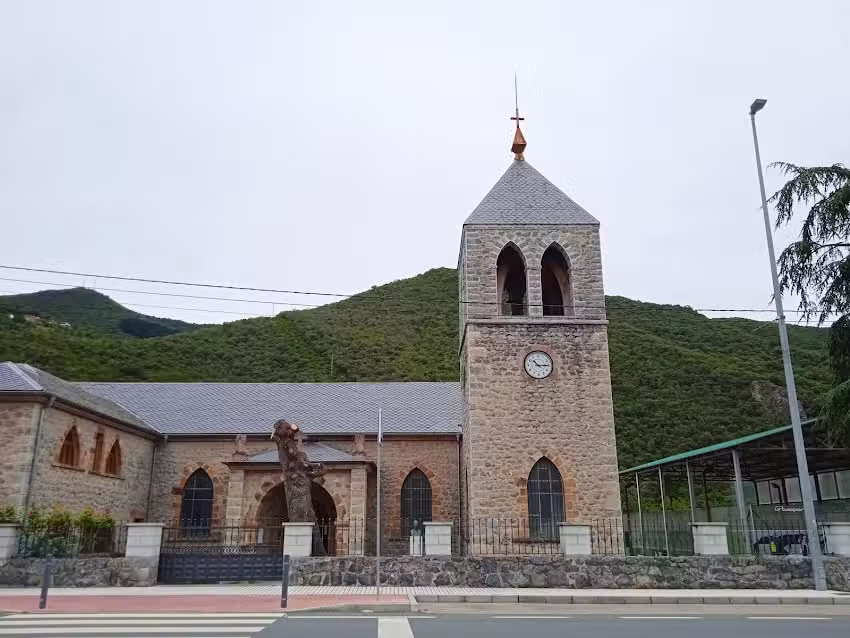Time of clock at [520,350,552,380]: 10:14
